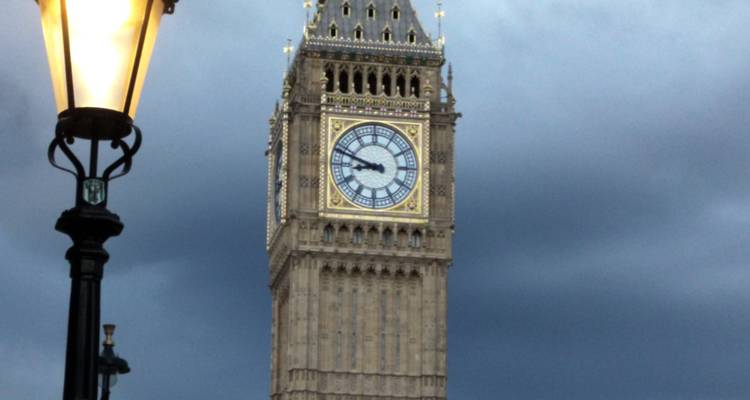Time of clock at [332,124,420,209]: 8:47
